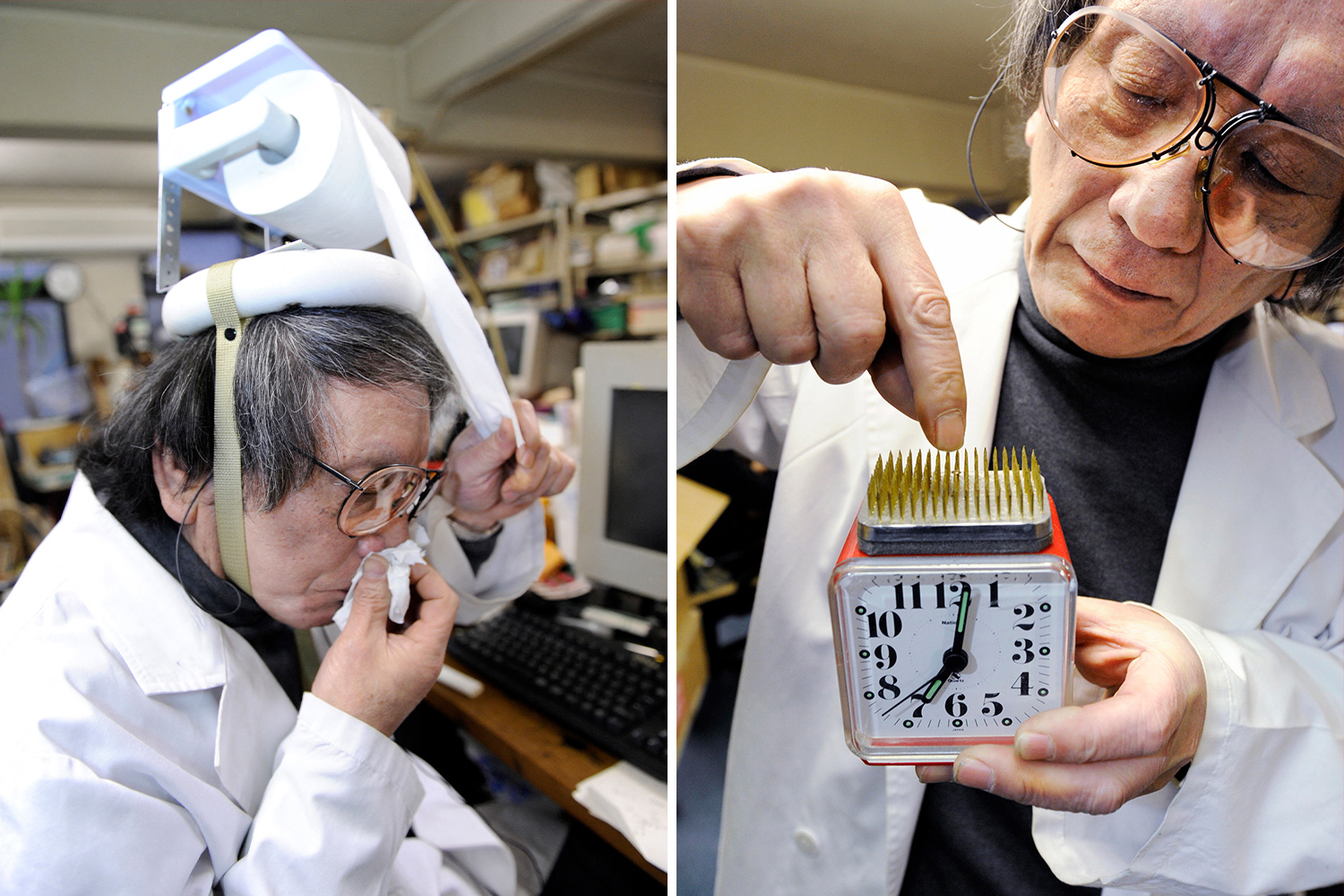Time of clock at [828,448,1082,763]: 7:01
